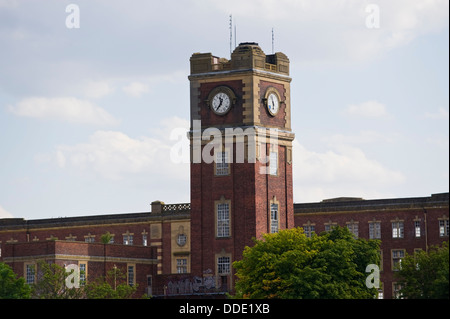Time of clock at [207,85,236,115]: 11:35
